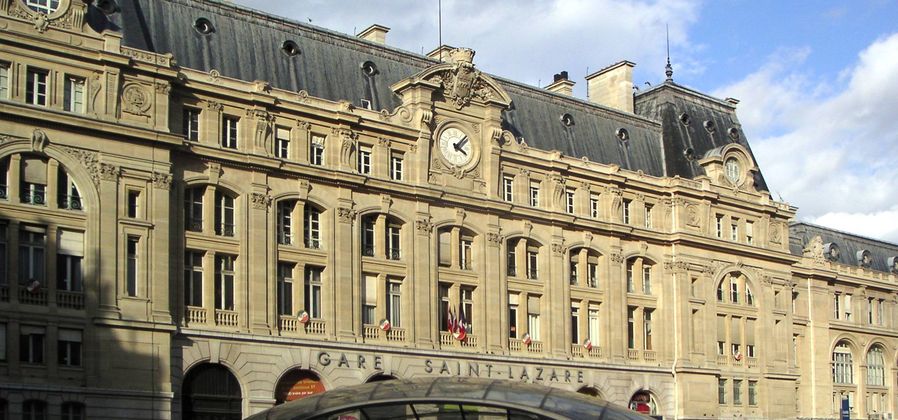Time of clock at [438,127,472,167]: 4:07
